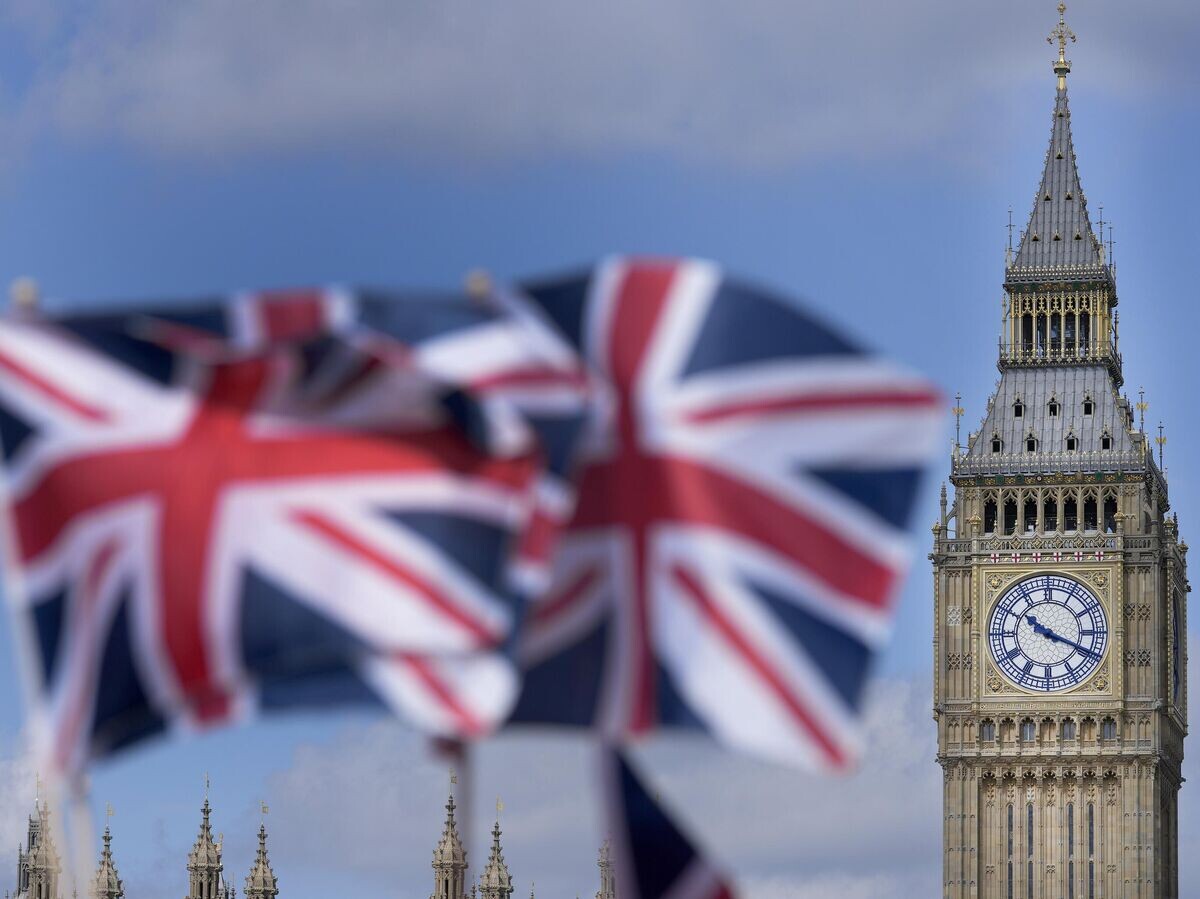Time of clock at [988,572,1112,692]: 10:18
